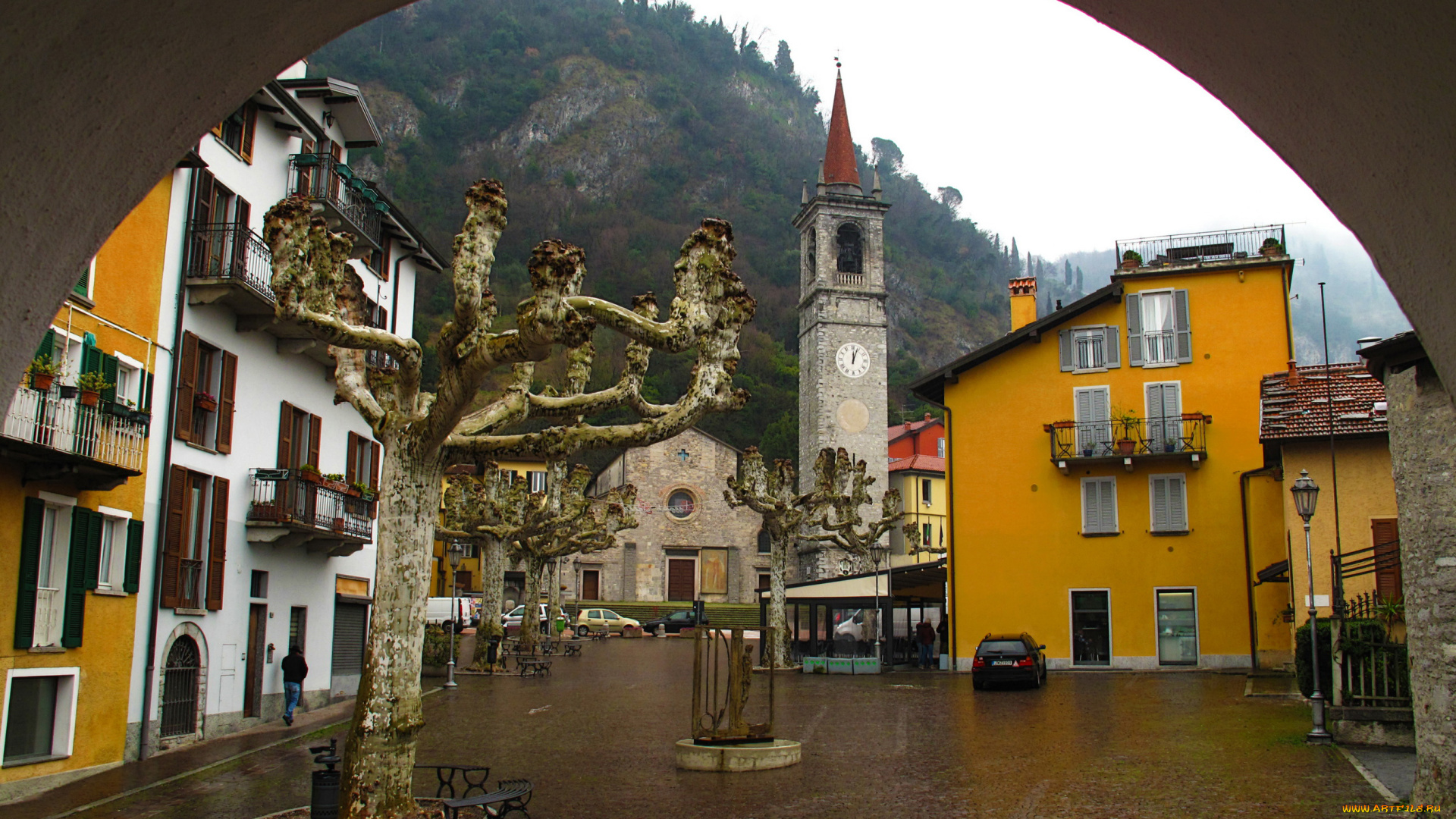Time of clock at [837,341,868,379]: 12:03
